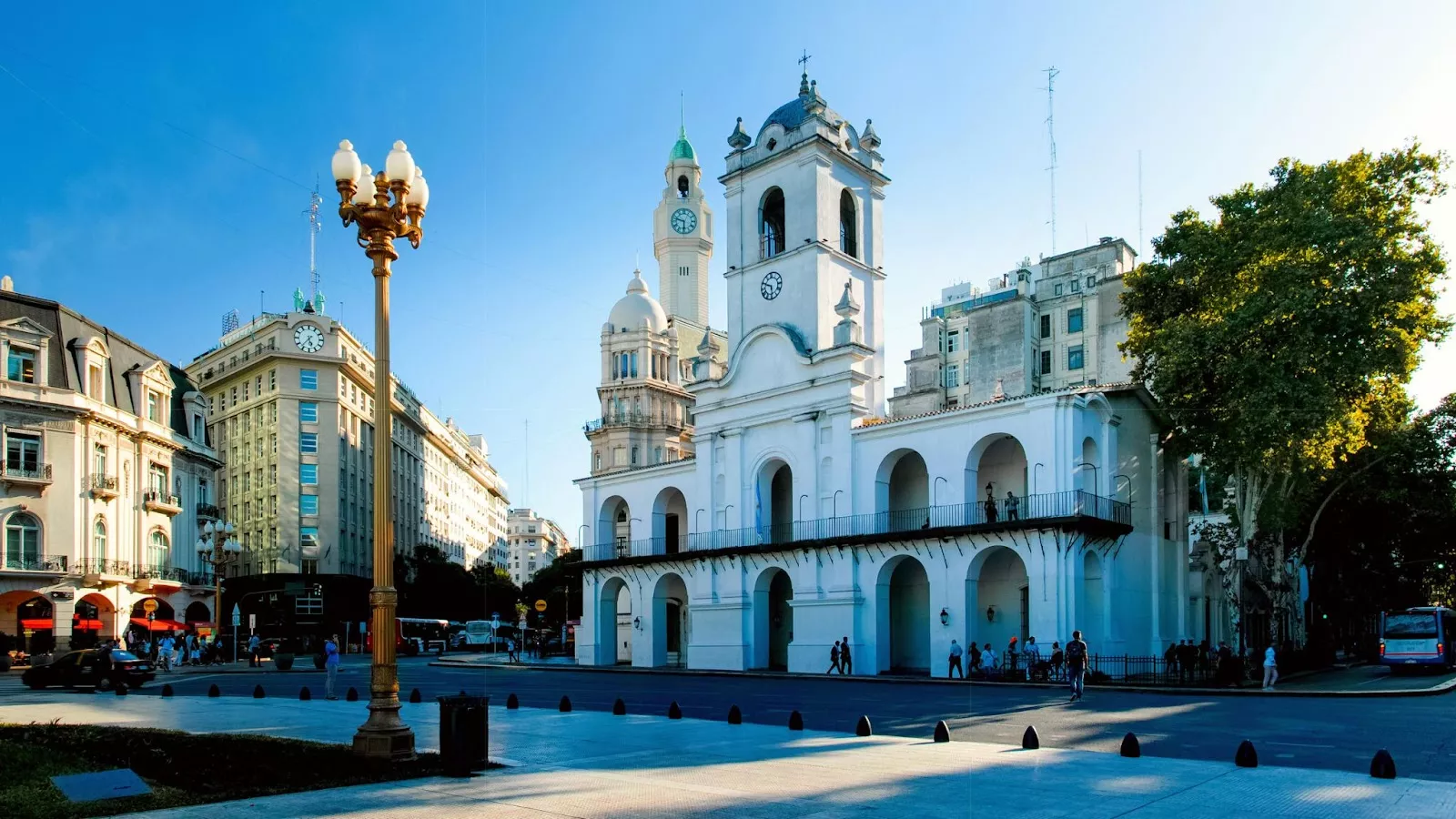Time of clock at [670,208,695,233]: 9:30
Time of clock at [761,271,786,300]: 5:49
